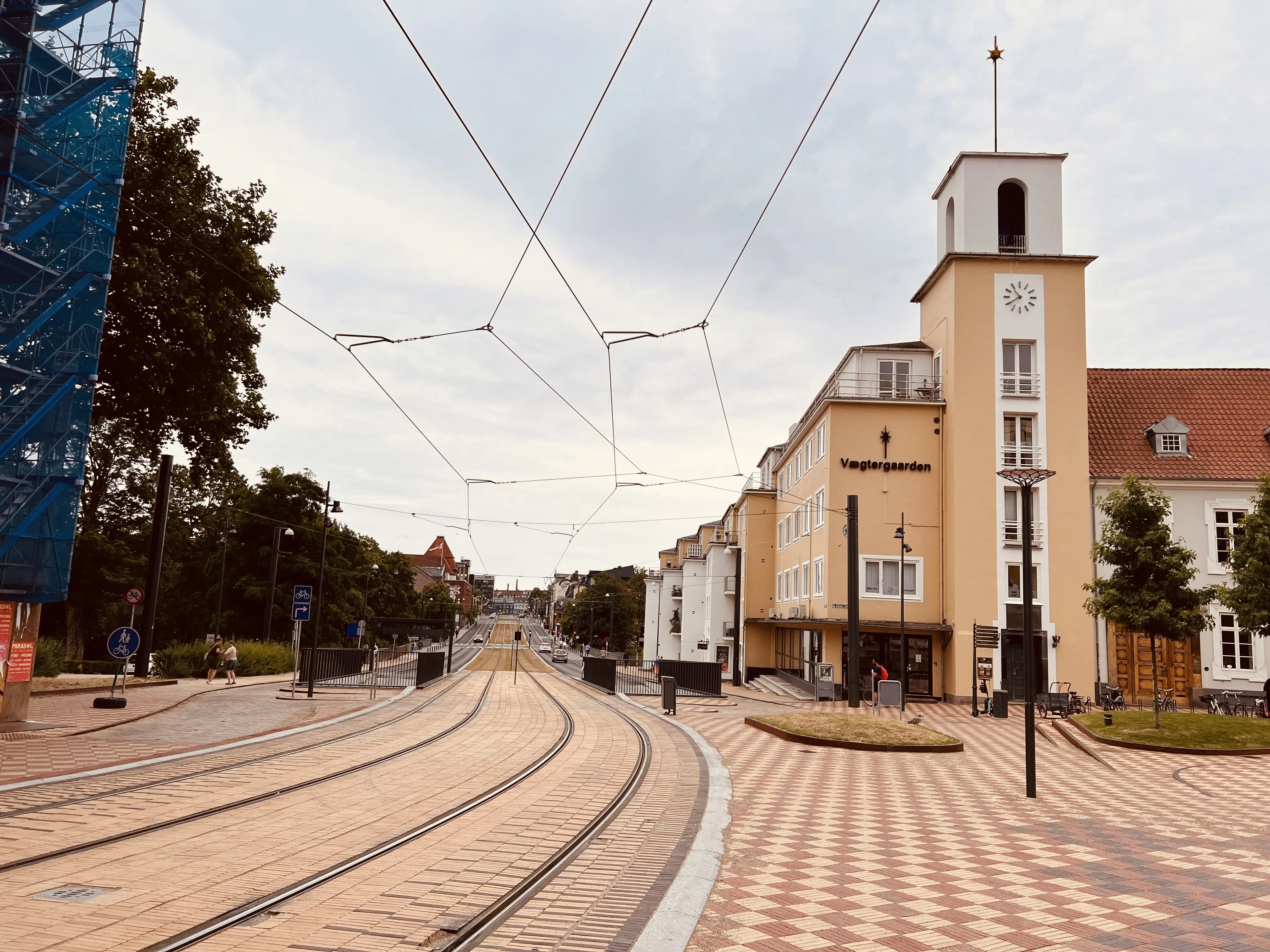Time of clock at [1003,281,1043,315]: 10:39
